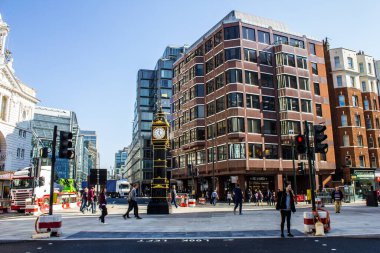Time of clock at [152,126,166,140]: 12:24
